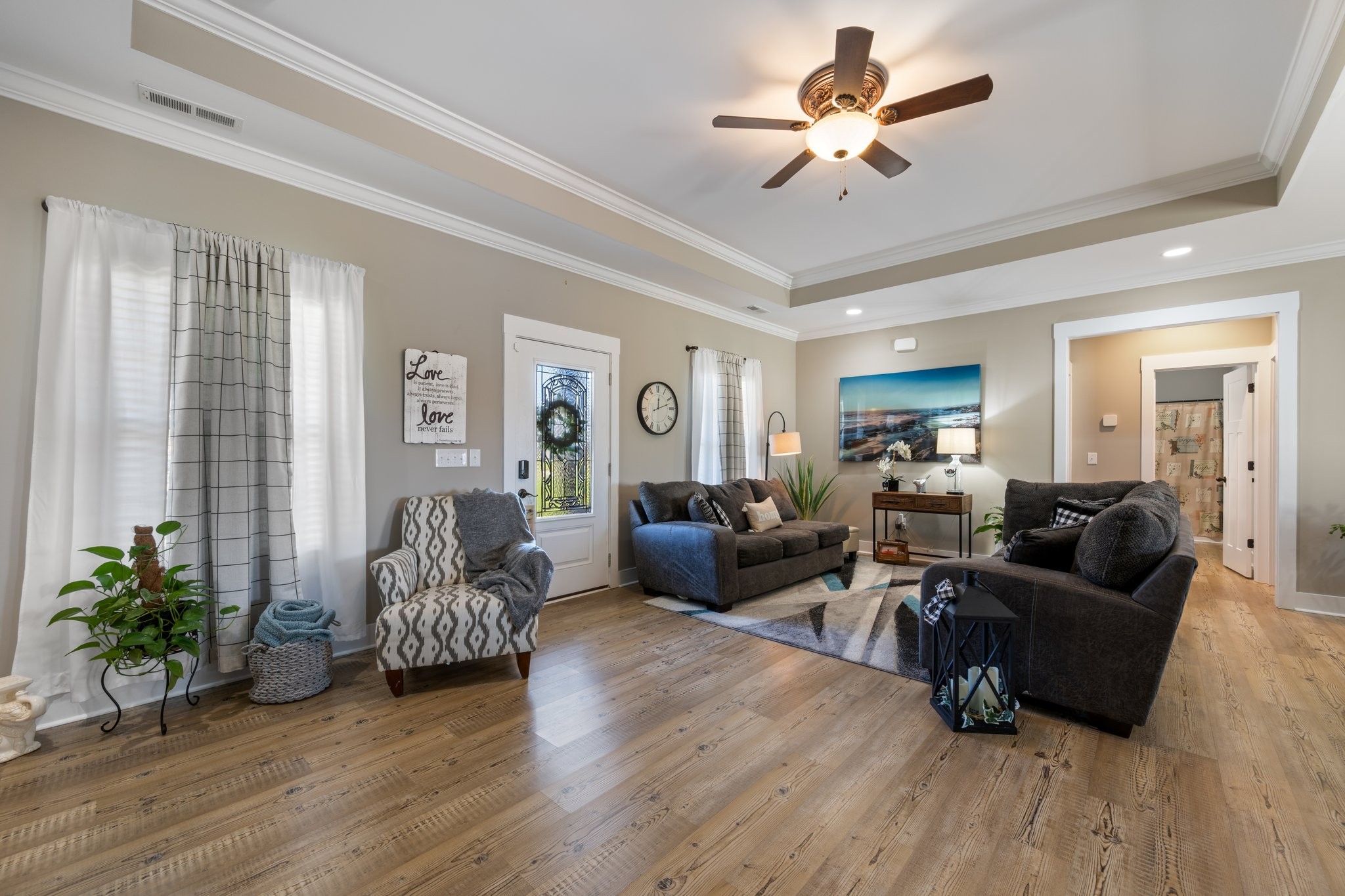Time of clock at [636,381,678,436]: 12:12
